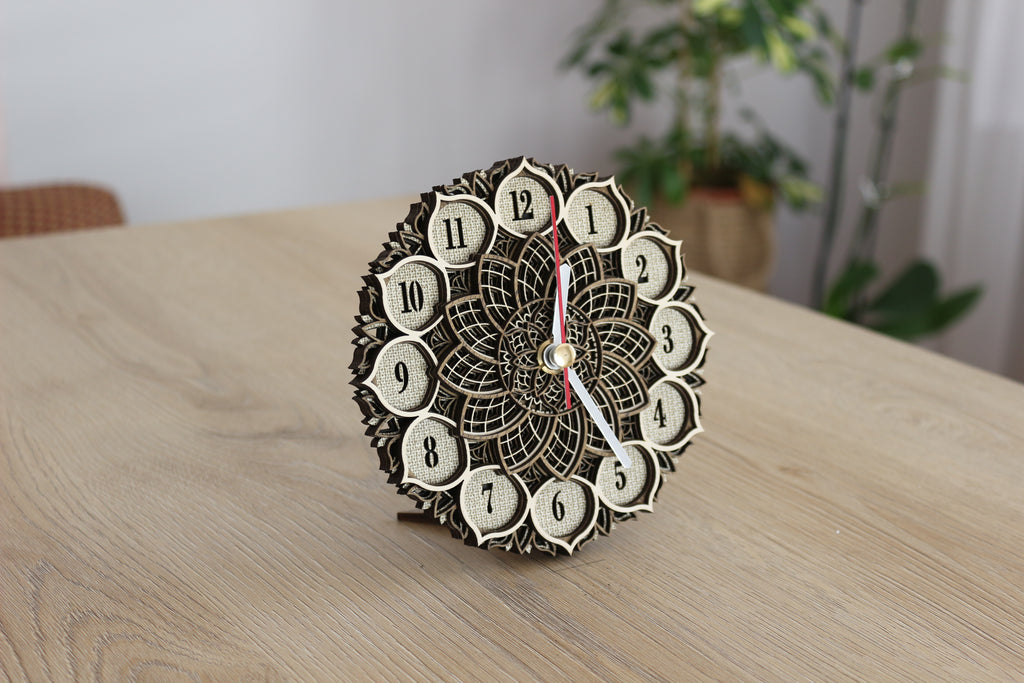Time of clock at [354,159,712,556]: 12:23
